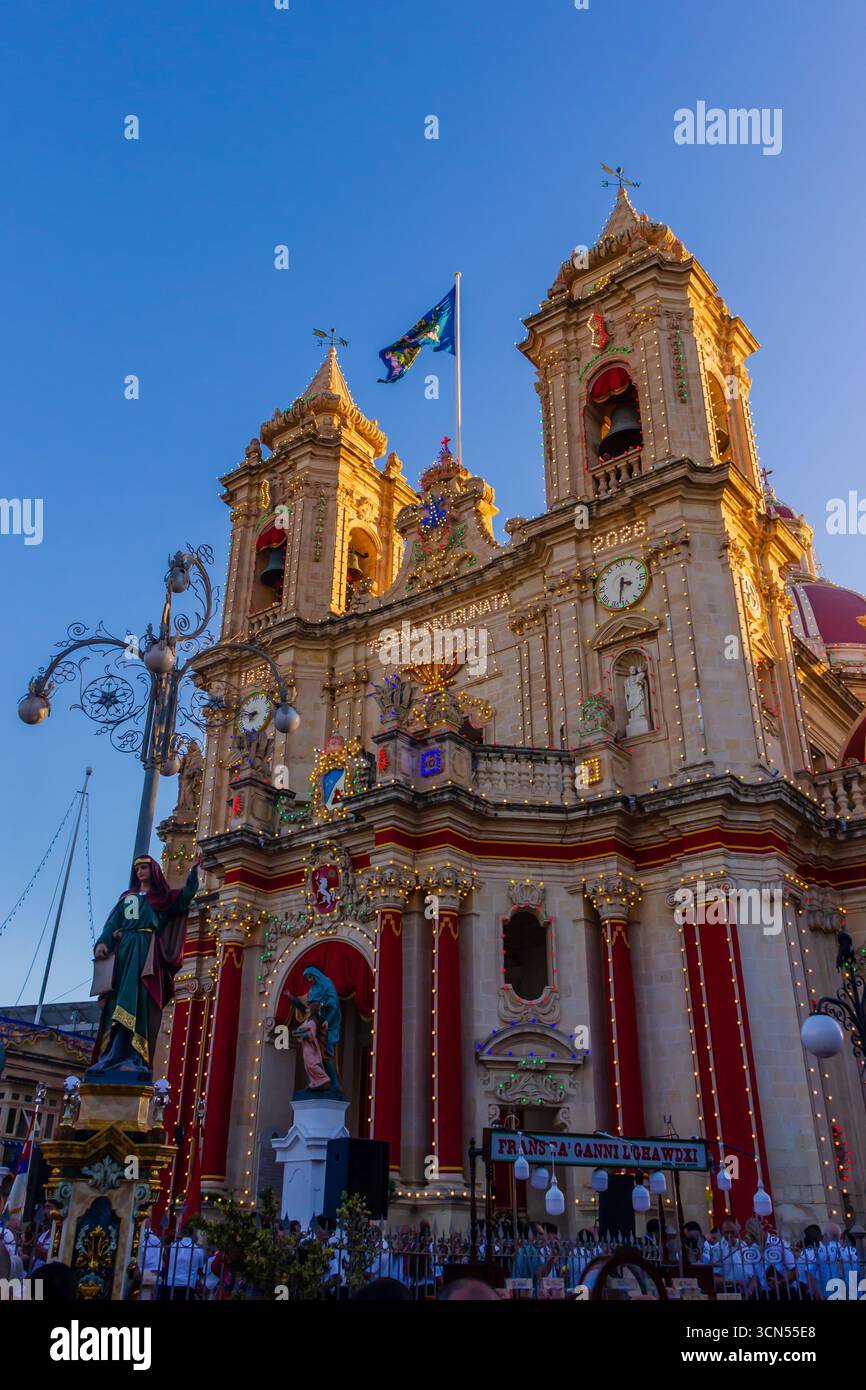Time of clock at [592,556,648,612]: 3:32
